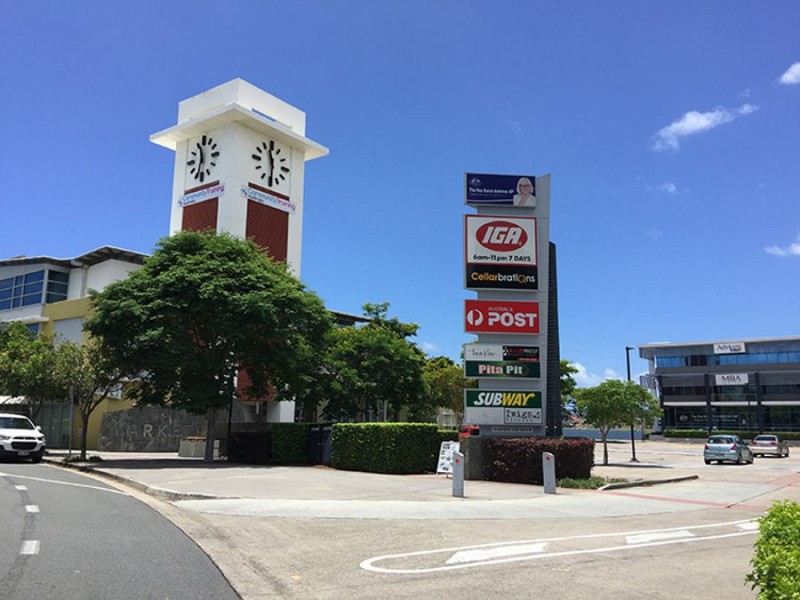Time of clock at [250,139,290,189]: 11:30
